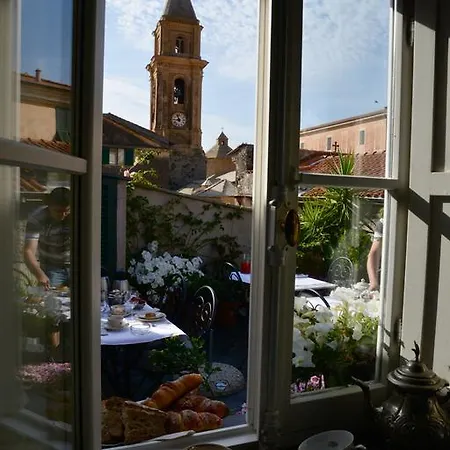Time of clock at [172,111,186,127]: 8:56
